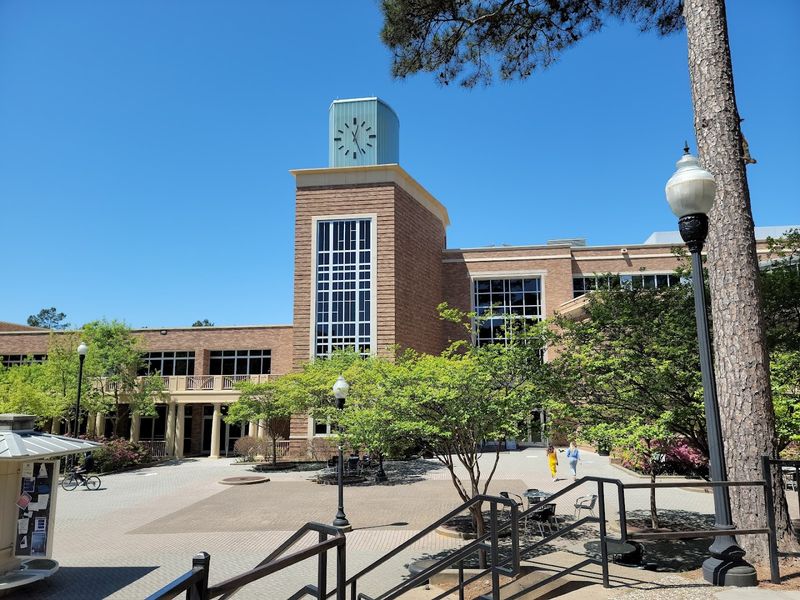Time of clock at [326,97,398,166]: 12:26
